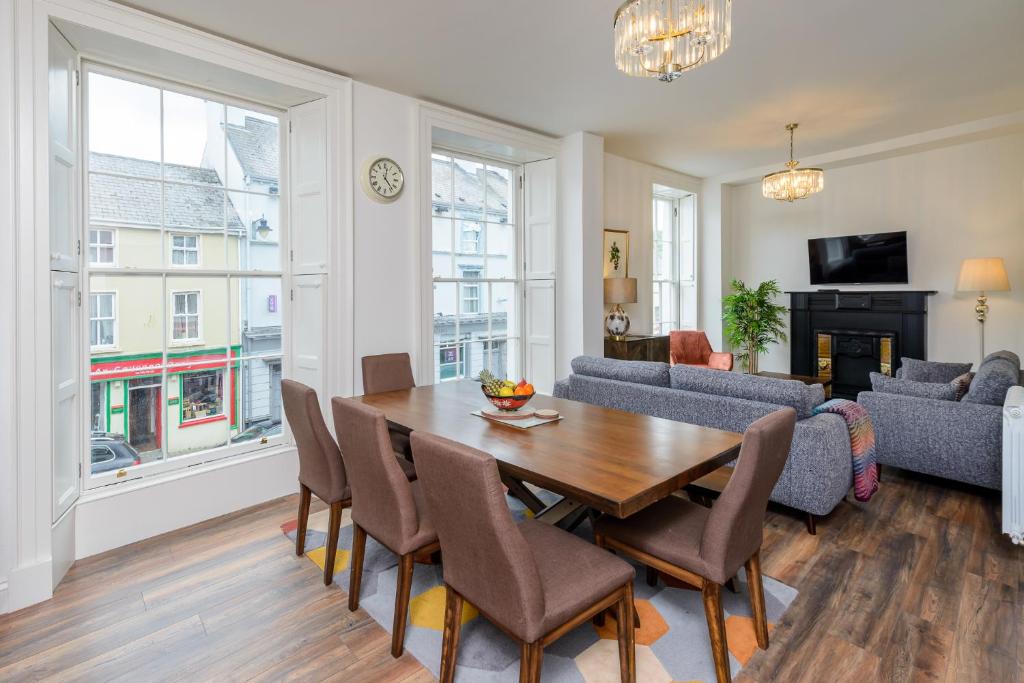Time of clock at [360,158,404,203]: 12:23
